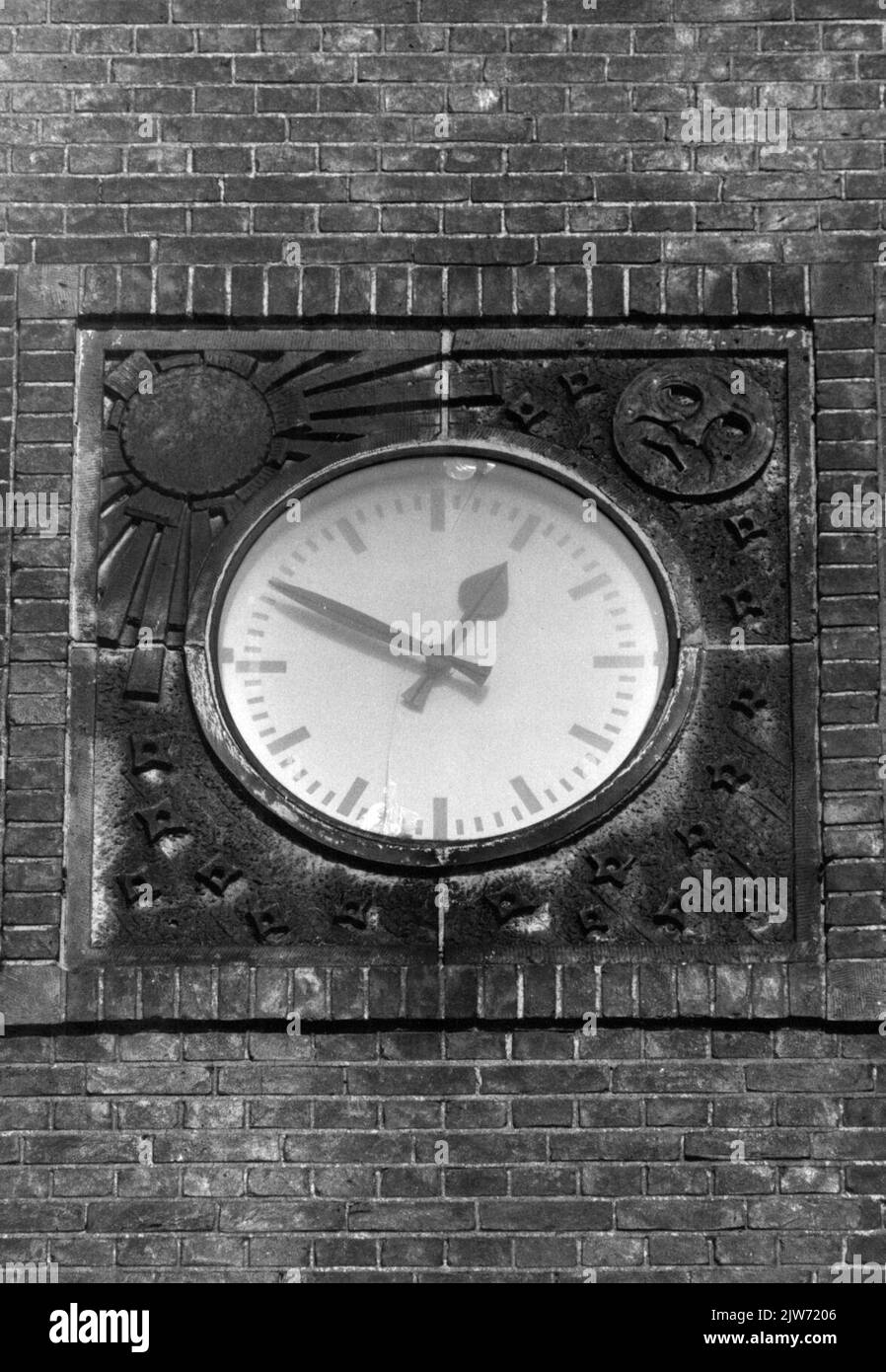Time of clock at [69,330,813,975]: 12:49
